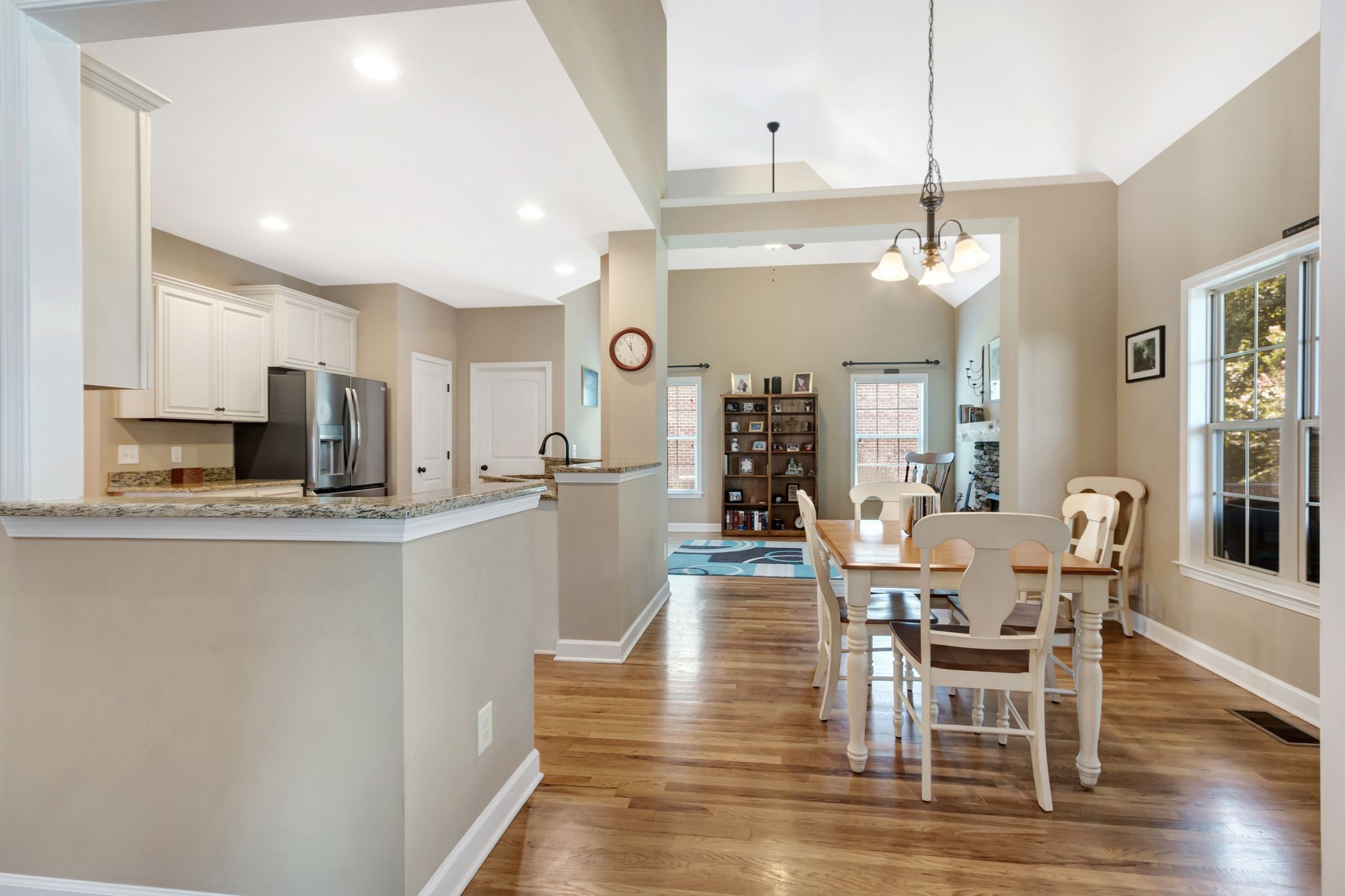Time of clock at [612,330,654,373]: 11:54
